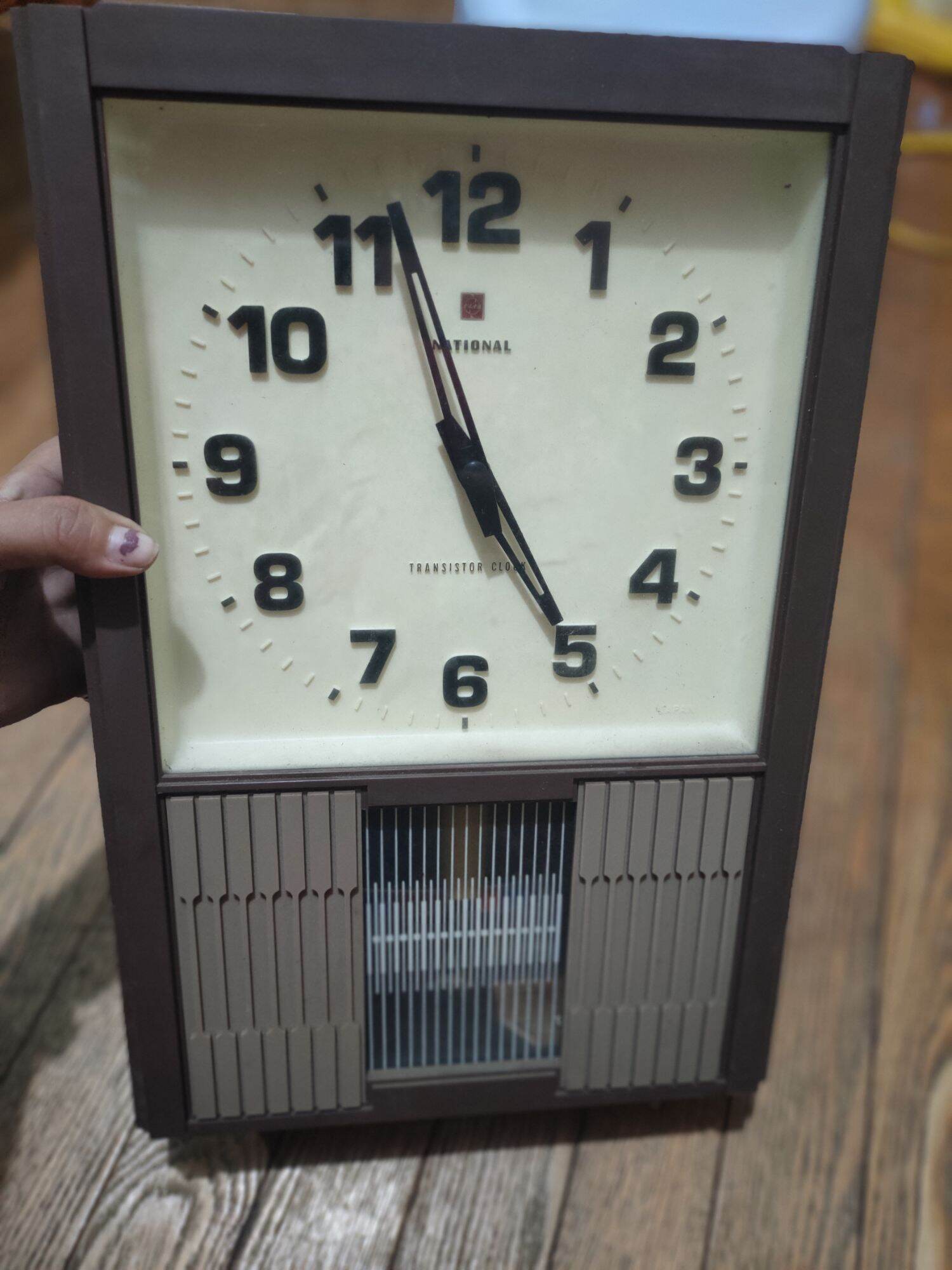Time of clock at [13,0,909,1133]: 4:57
